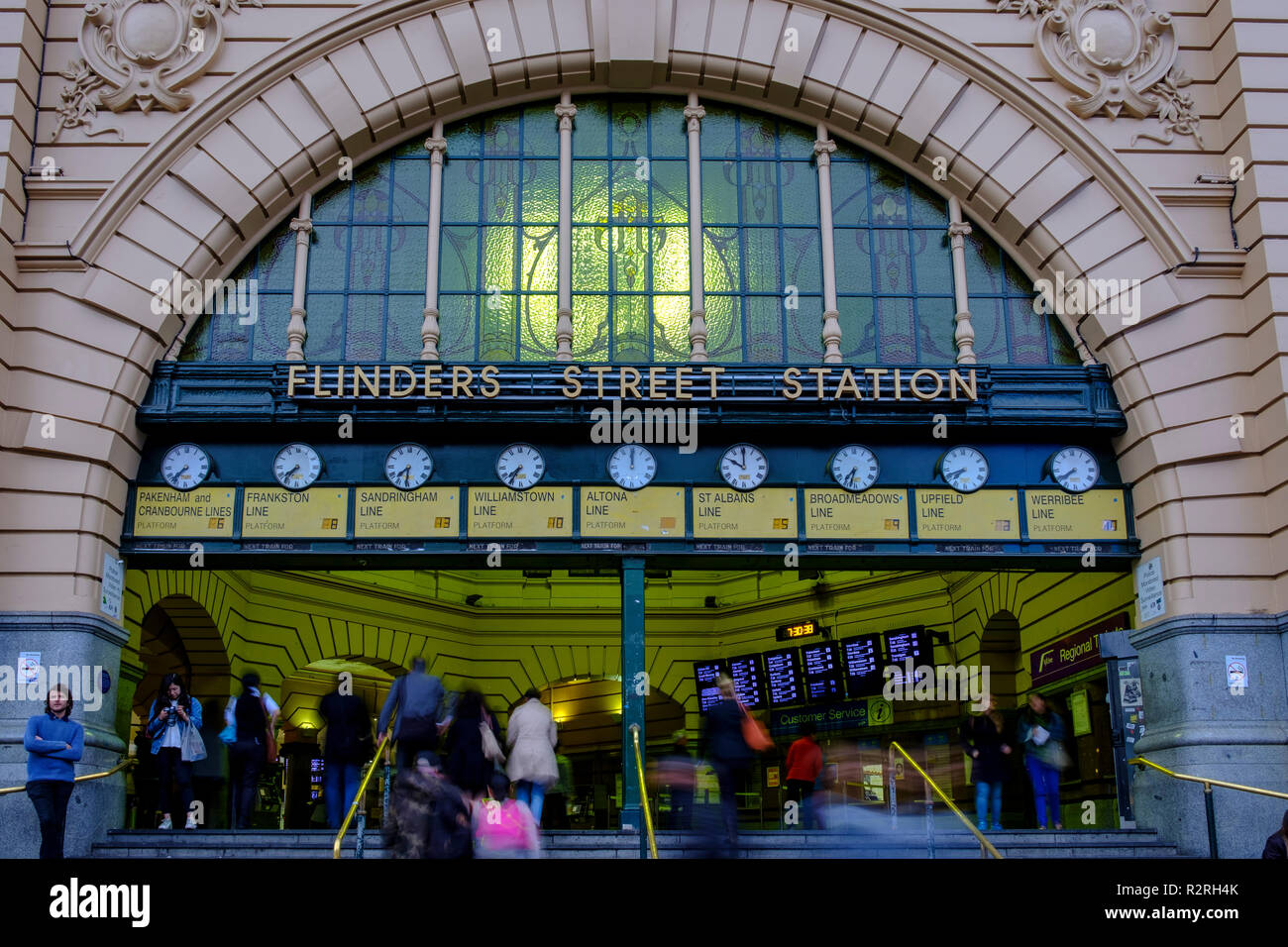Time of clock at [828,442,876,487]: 7:33
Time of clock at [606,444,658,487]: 12:00
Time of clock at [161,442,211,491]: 7:37
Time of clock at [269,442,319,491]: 7:36
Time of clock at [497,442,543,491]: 7:35
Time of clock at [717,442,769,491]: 10:00
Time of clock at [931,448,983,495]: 7:41
